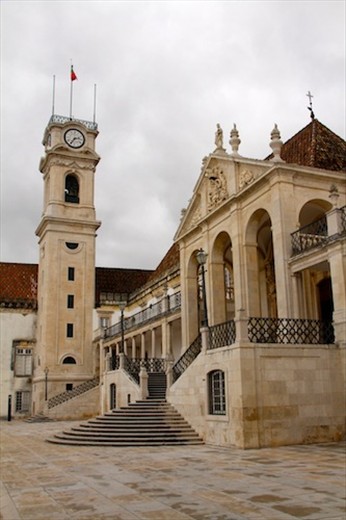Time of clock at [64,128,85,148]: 2:35
